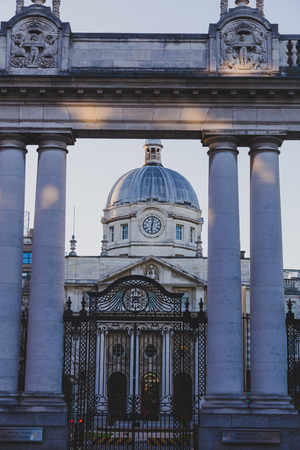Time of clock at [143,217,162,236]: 6:02
